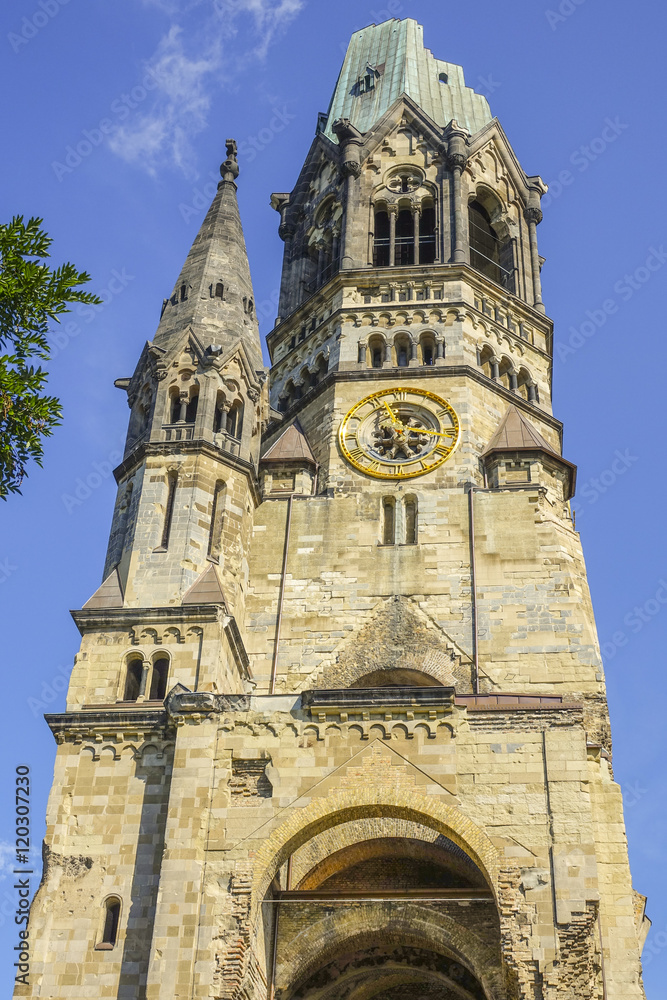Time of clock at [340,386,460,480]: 4:56
